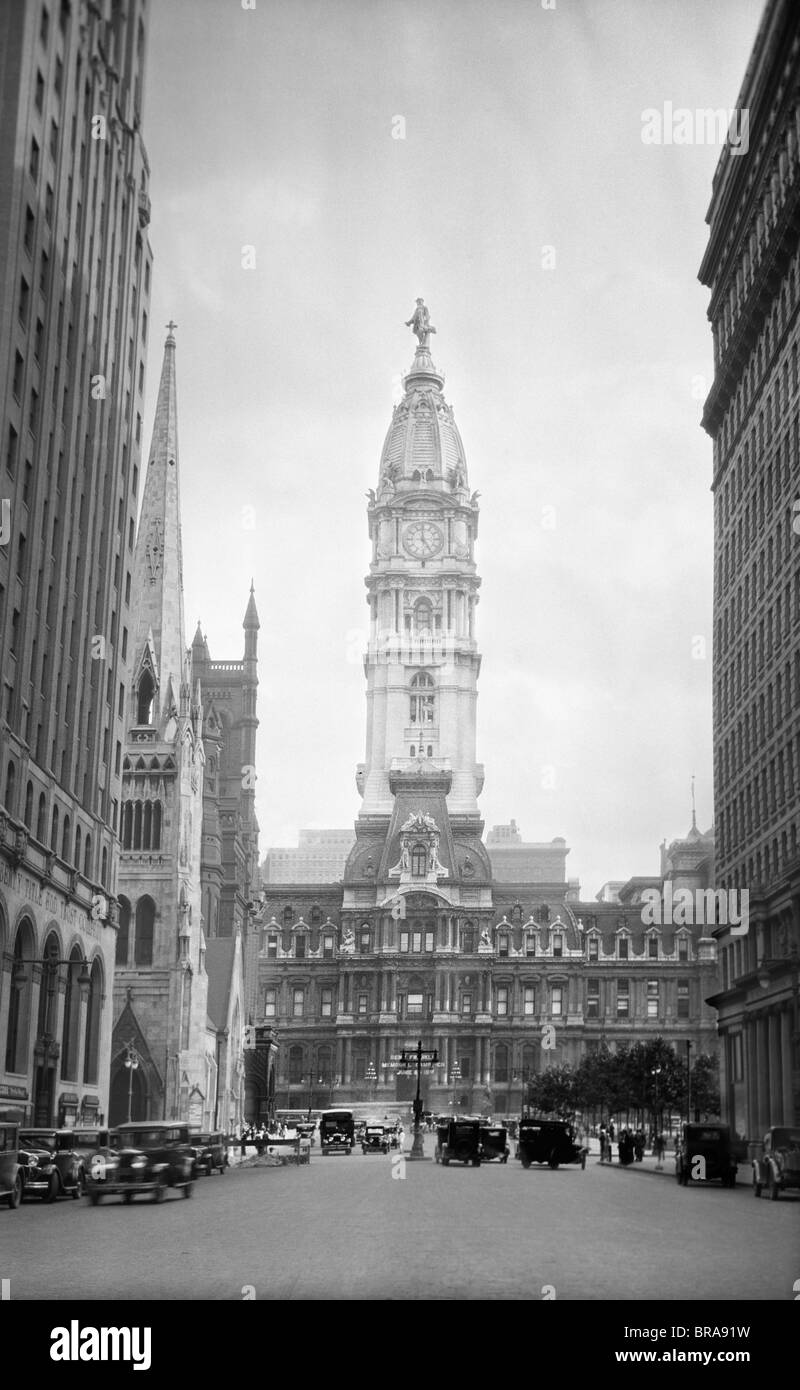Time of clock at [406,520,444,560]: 4:59
